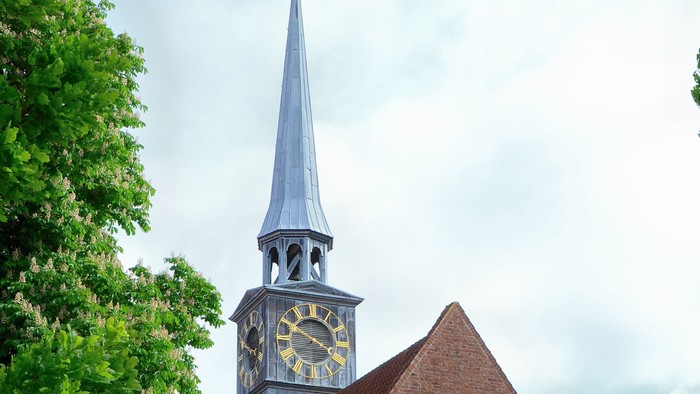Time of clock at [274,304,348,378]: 3:50
